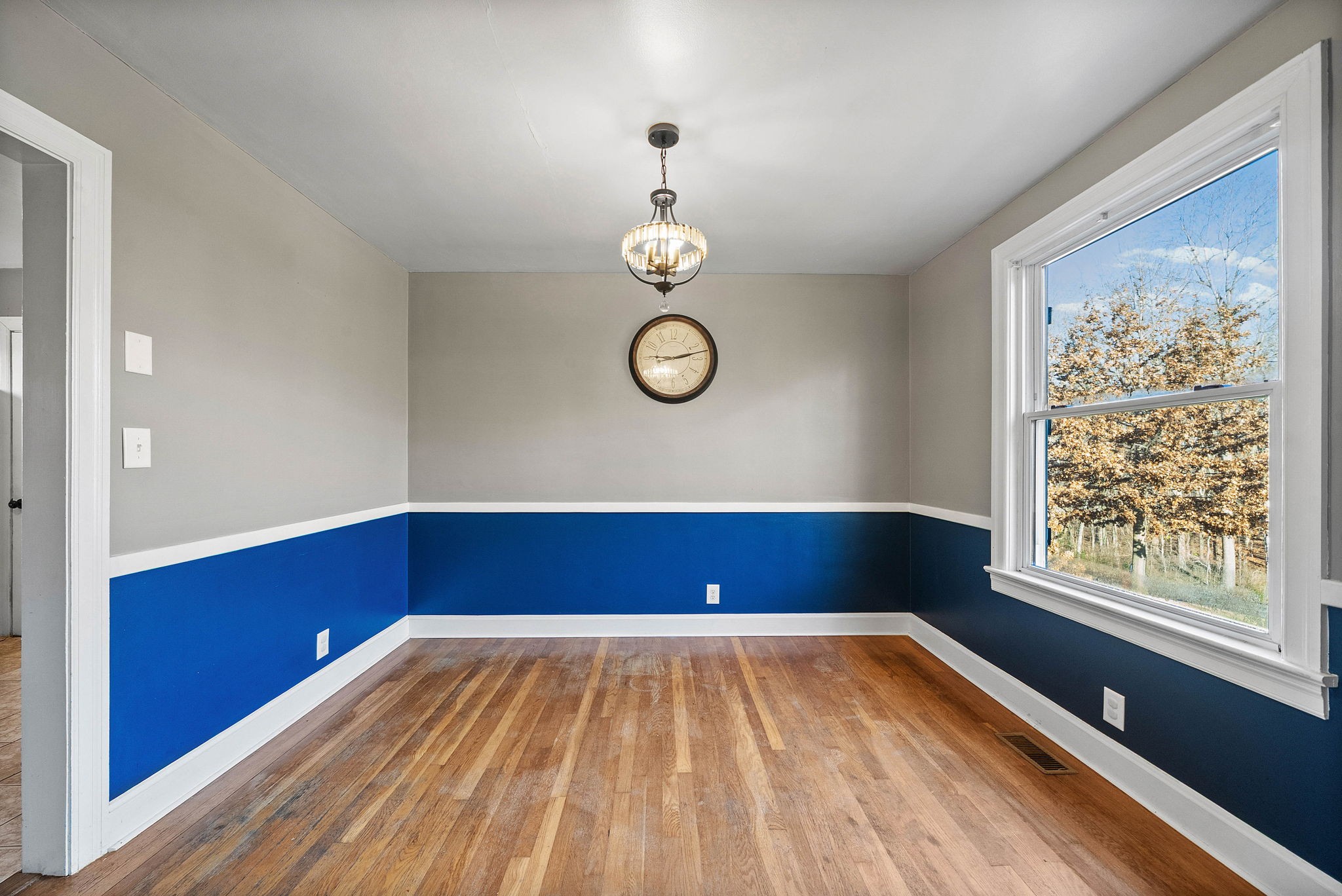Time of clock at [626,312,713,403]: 9:12
